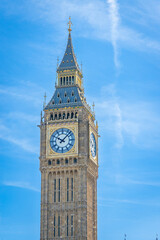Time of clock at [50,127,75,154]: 10:07
